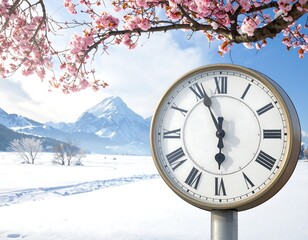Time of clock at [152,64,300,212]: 5:55
